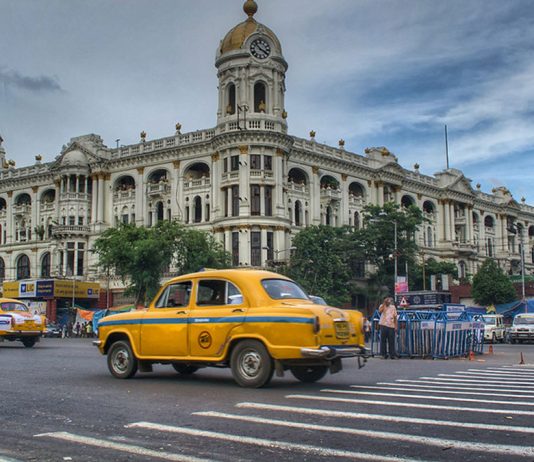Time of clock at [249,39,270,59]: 3:52
